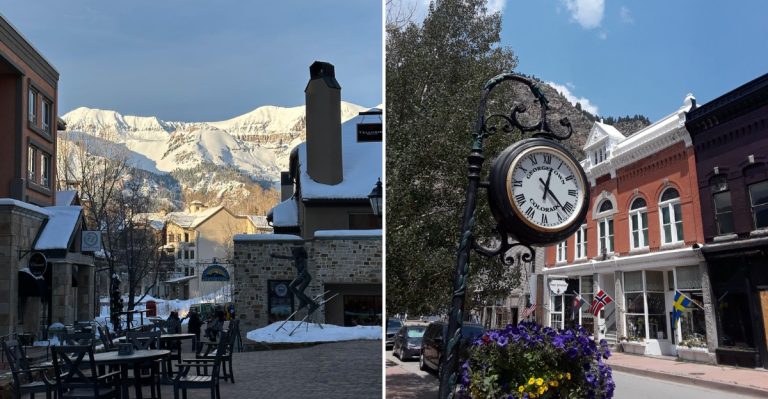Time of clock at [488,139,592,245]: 12:22
